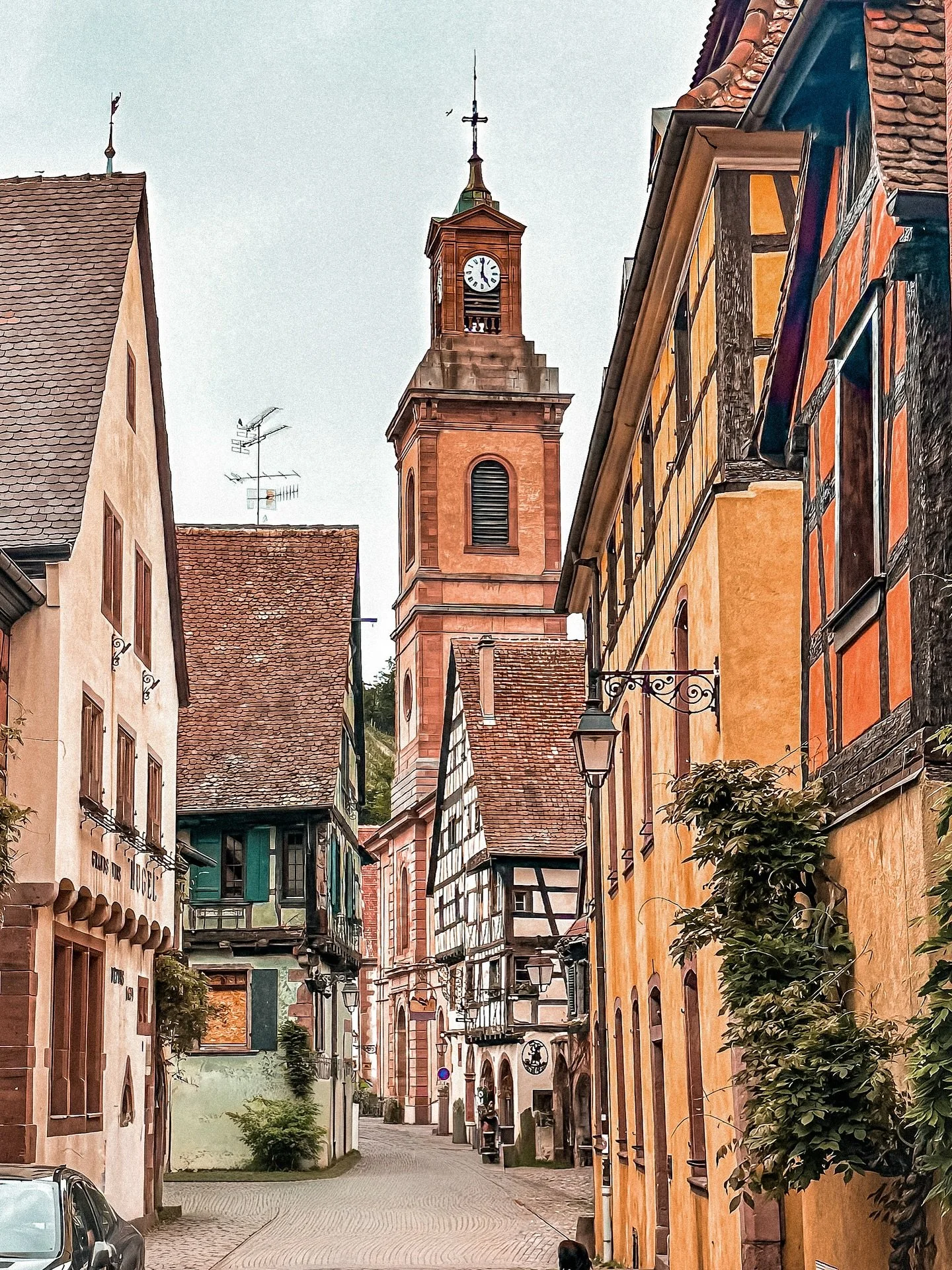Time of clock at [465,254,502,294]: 5:00
